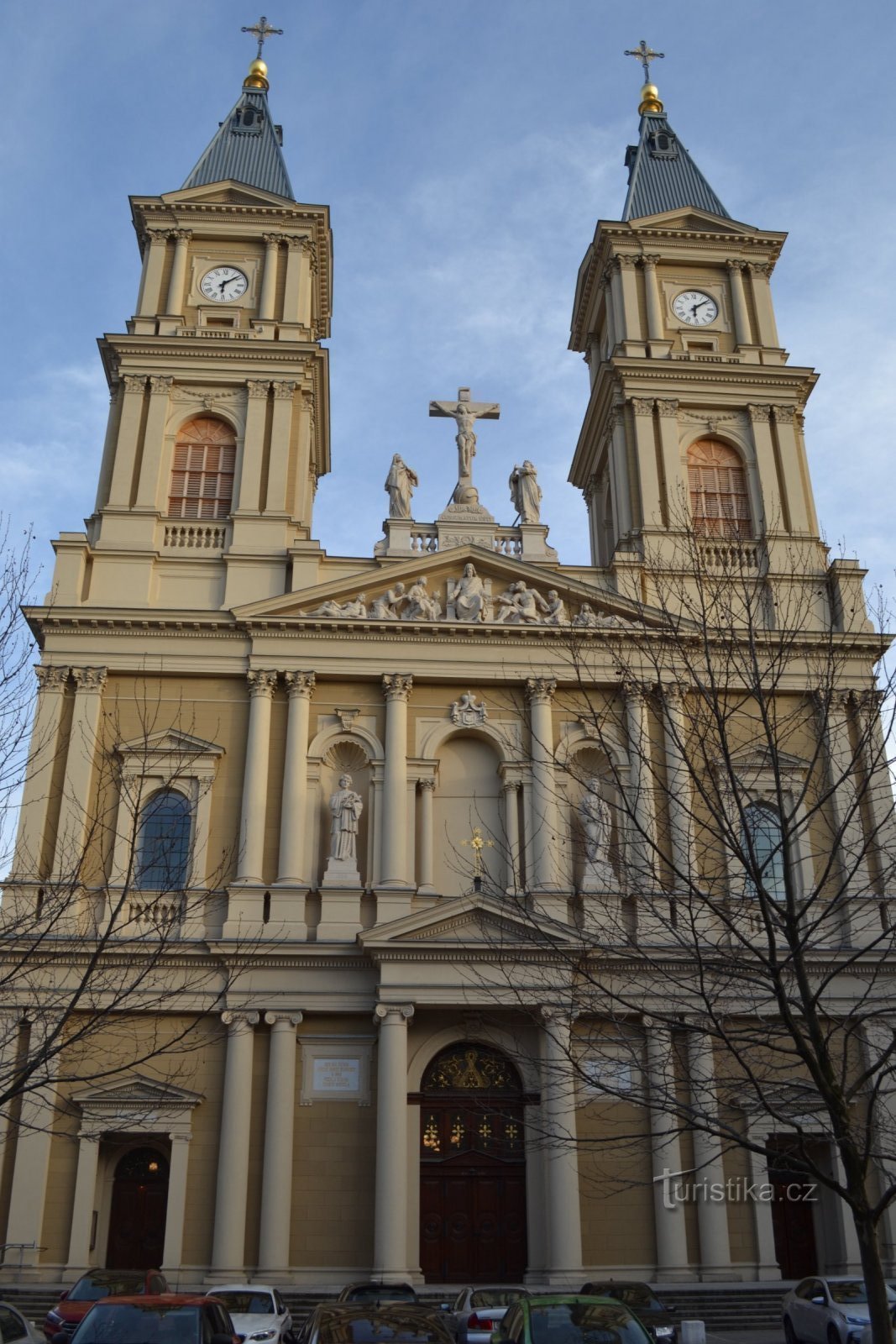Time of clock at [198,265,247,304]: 6:08
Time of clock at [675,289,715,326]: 6:08
